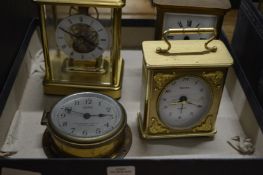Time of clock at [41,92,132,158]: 2:48
